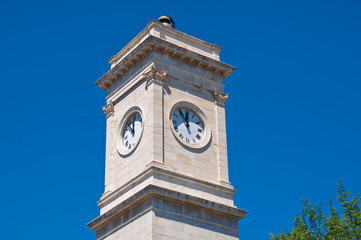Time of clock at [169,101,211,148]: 11:54
